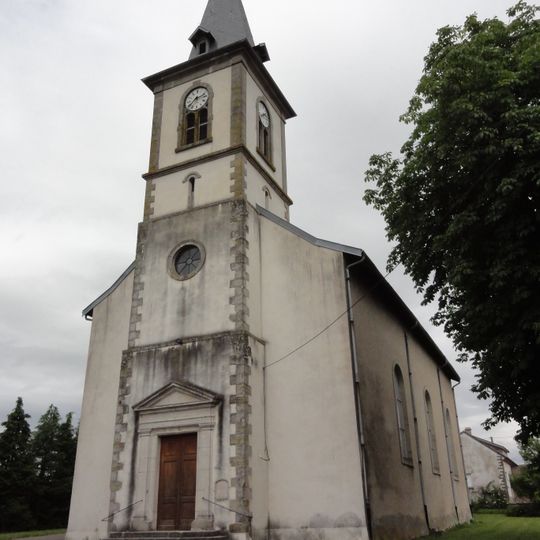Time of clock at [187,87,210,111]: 2:38
